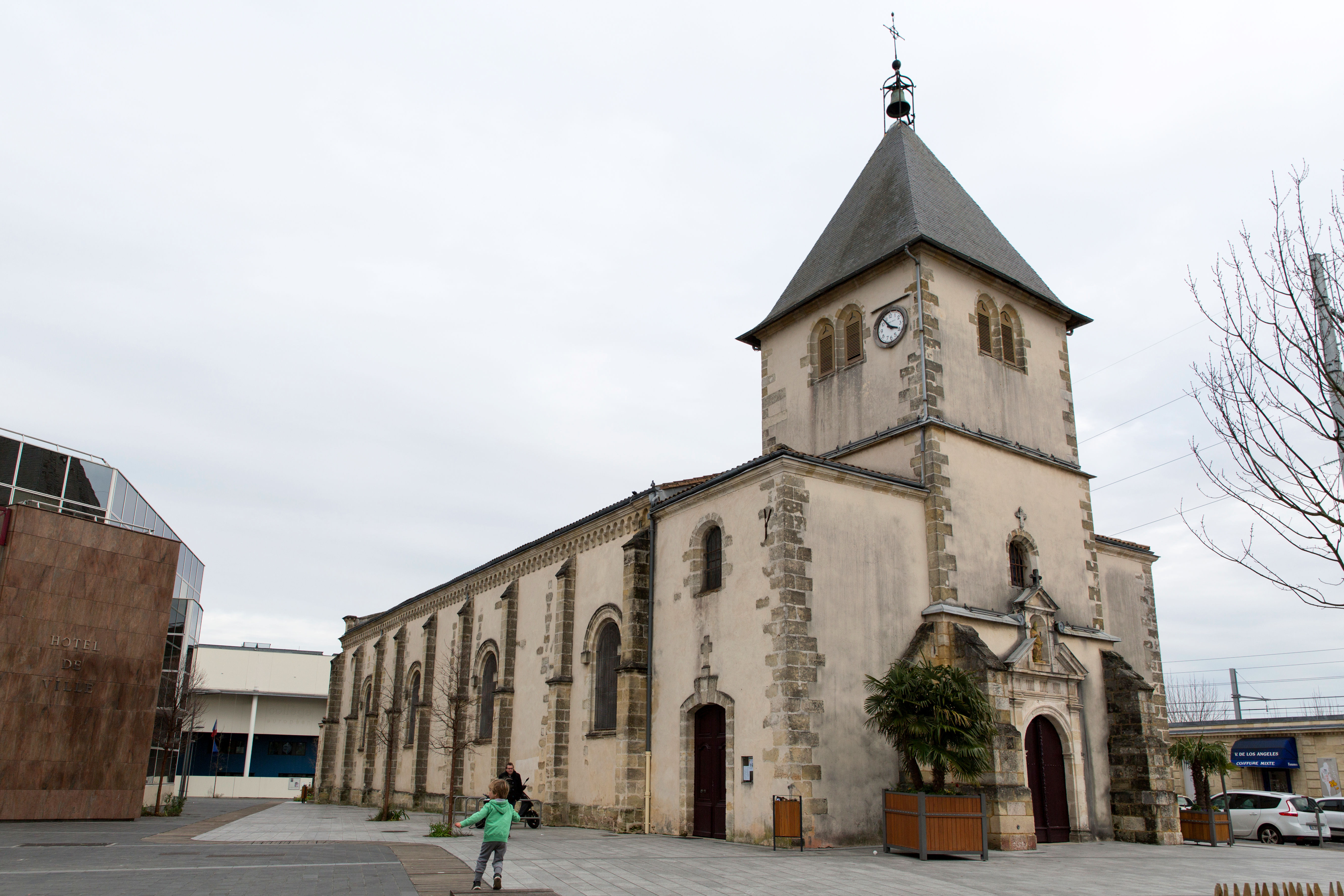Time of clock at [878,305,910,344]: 3:53
